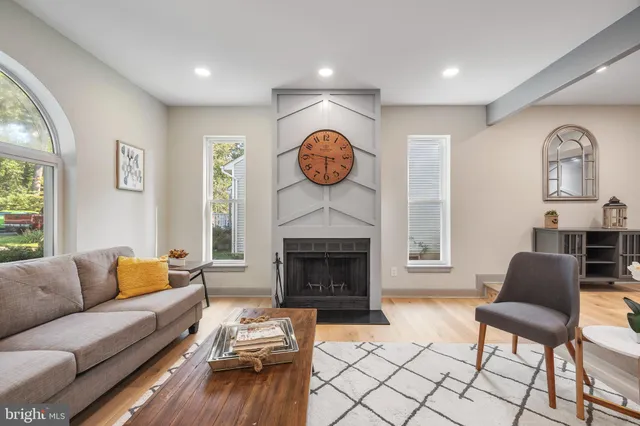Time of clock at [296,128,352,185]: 5:46
